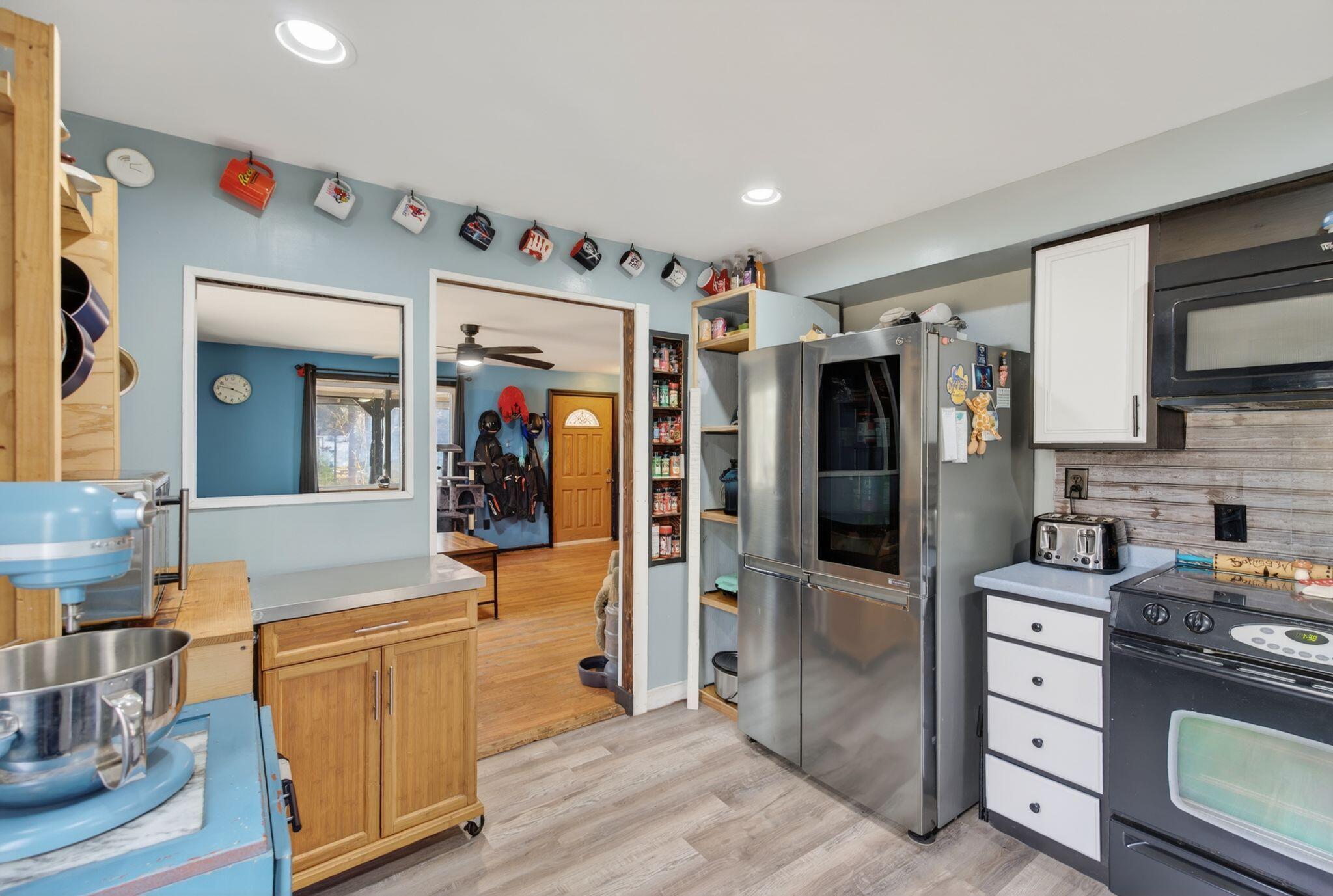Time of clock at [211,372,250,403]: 3:46
